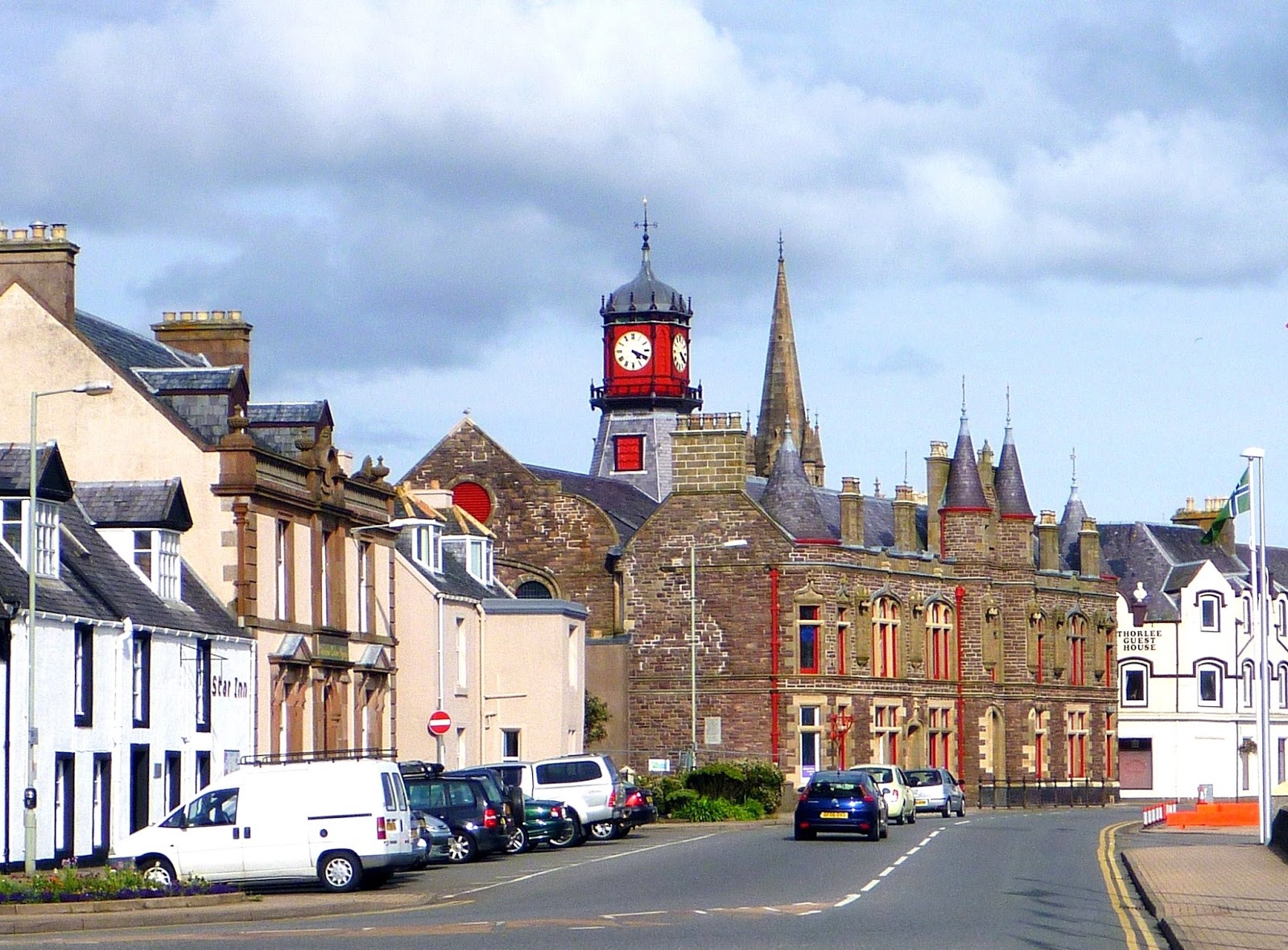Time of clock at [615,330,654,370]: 4:18
